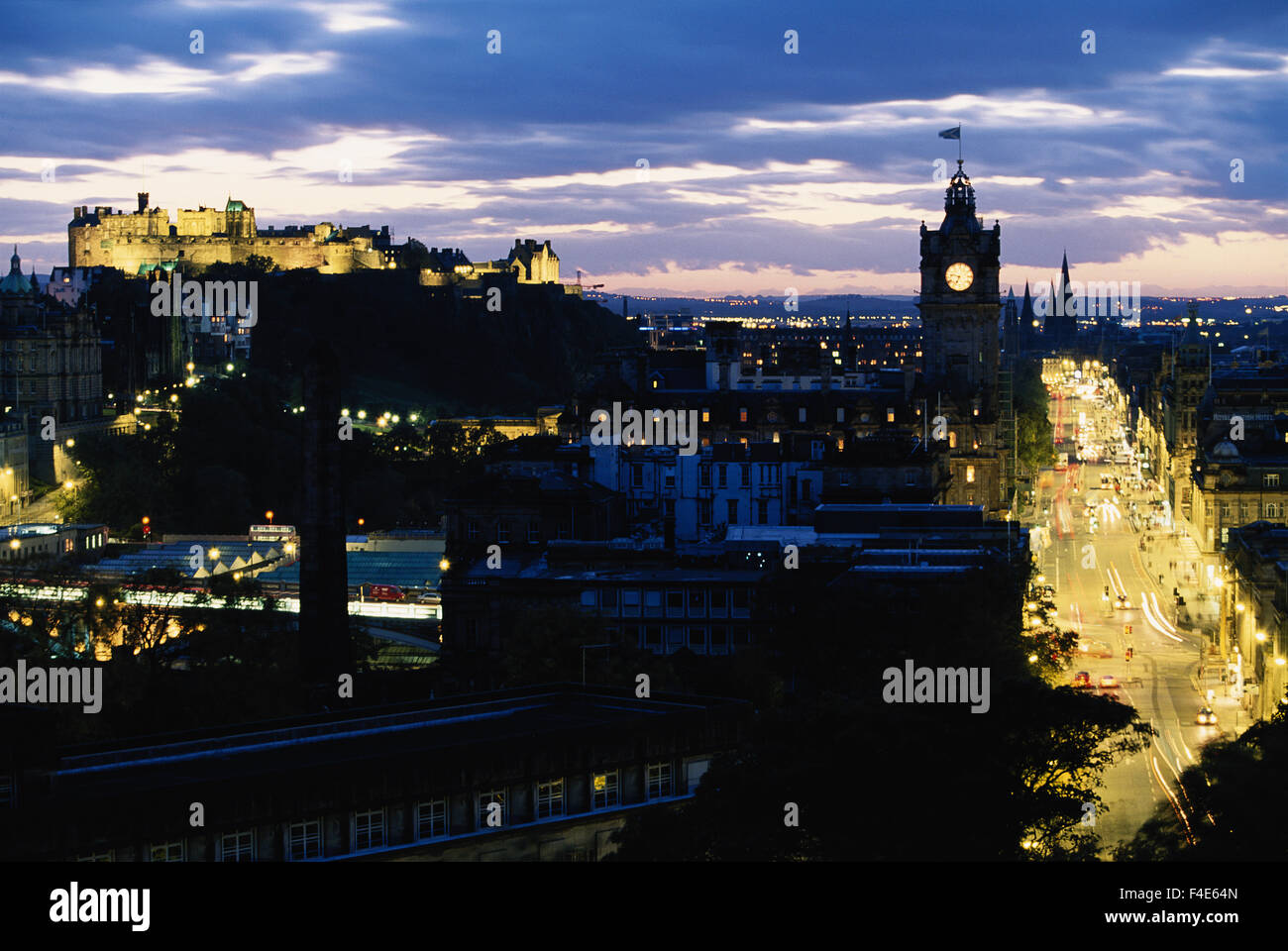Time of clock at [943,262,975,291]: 6:46
